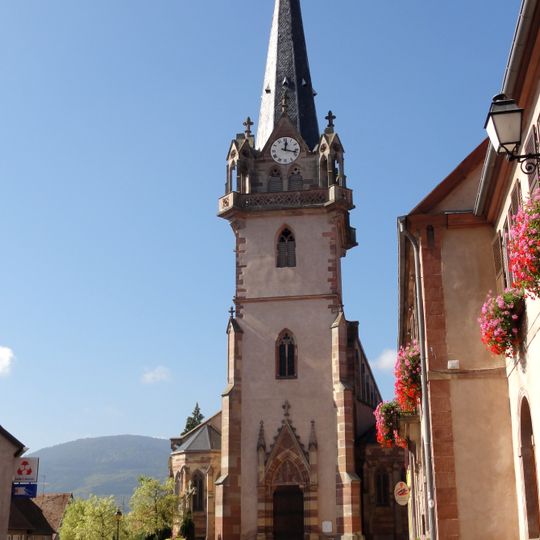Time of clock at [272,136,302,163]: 12:17
